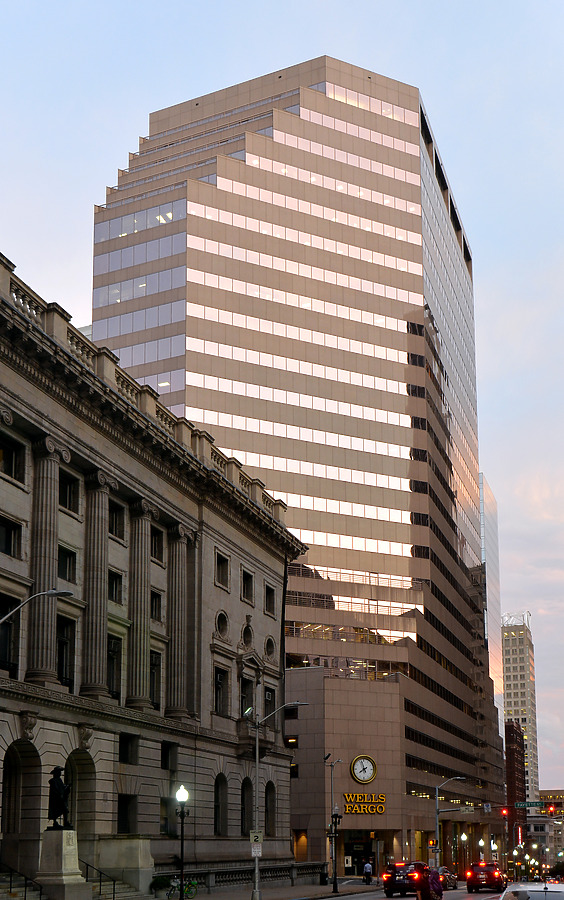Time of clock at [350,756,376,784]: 7:57
